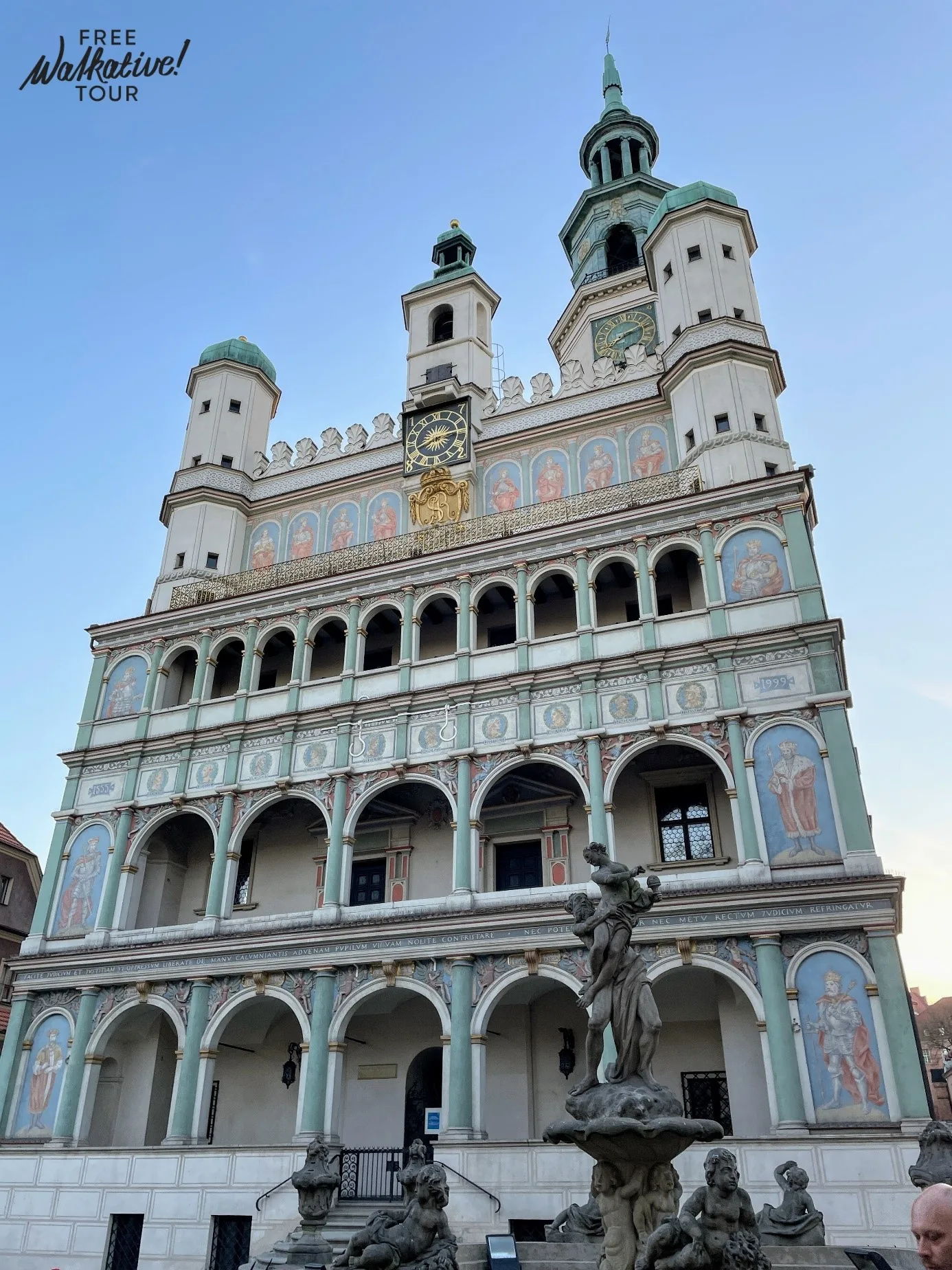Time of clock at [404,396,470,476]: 8:13
